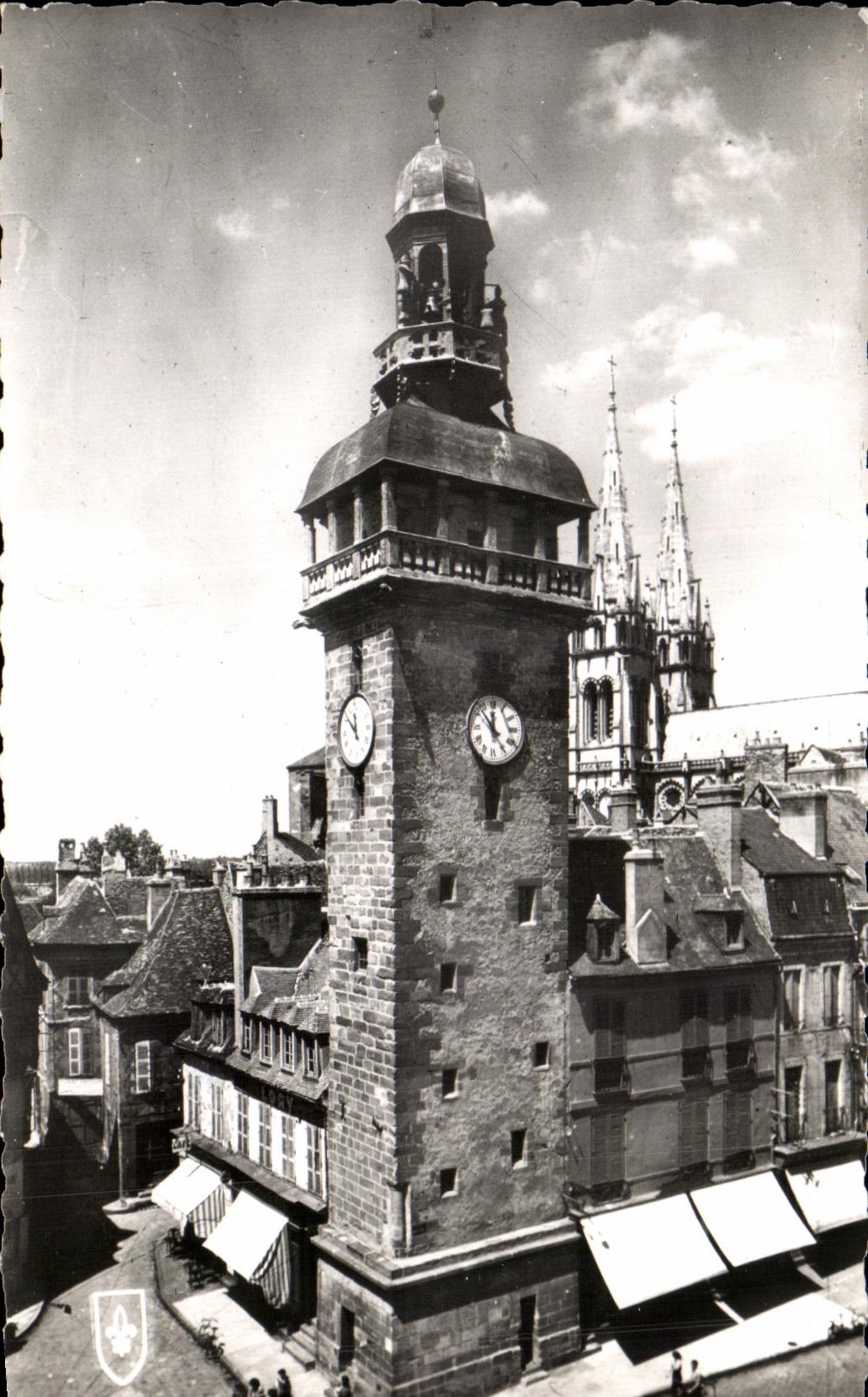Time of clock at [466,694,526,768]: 11:53
